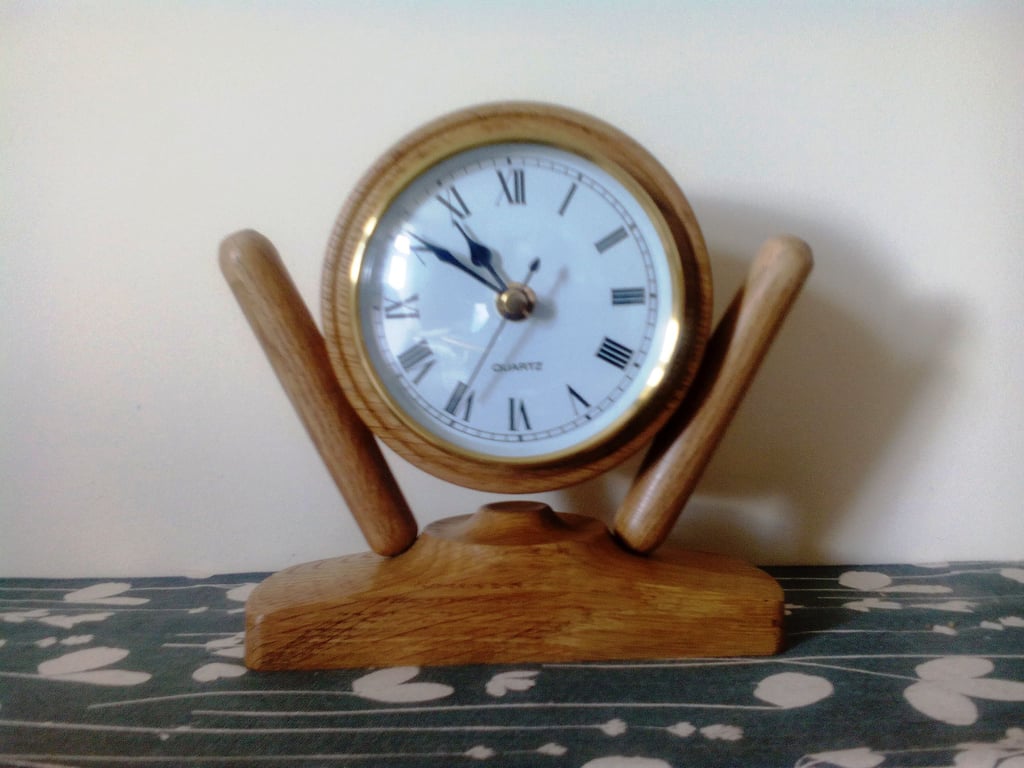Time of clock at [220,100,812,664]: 10:50
